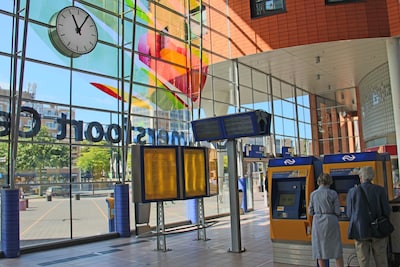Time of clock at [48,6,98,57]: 11:05
